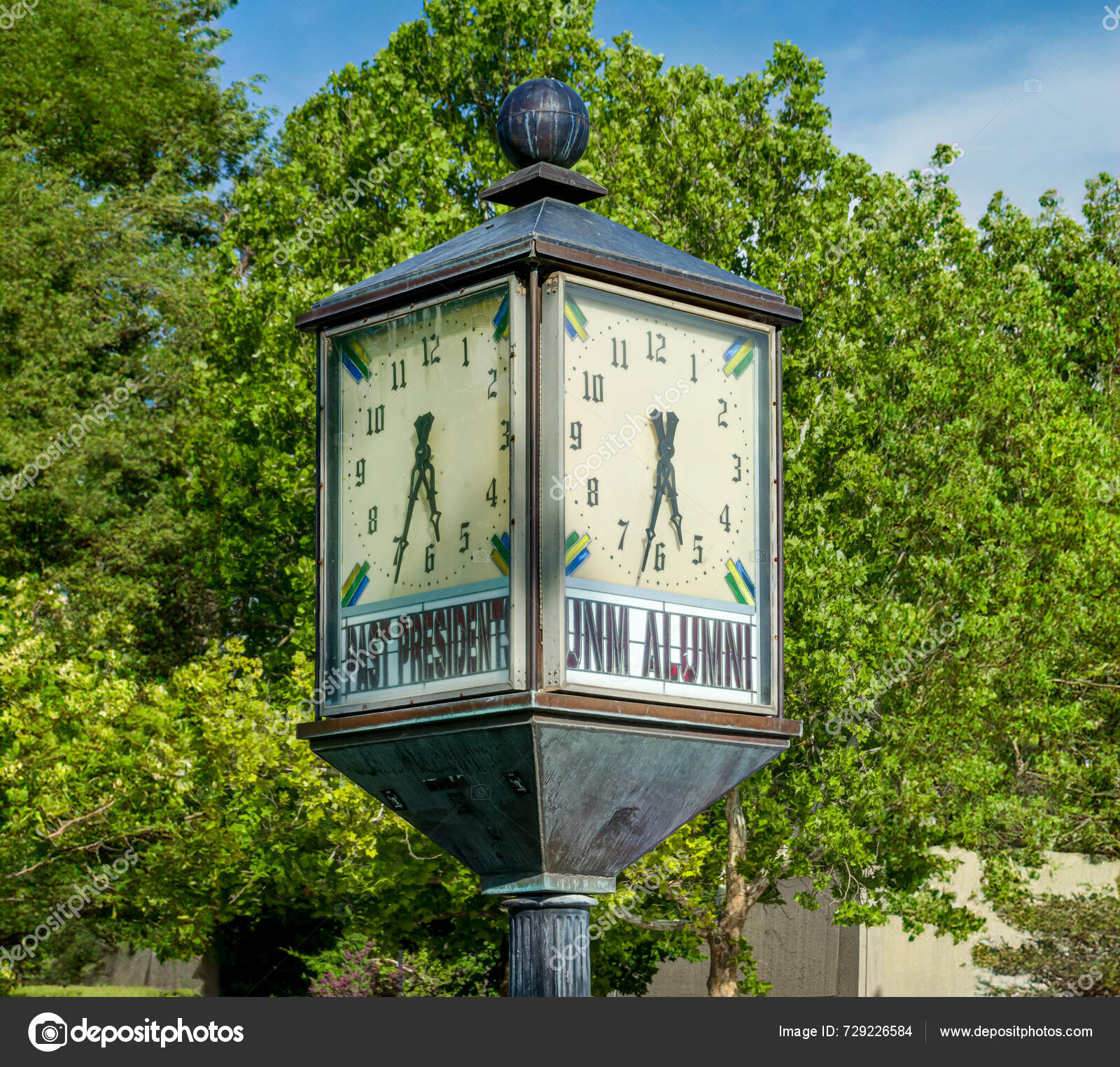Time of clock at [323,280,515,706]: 5:33
